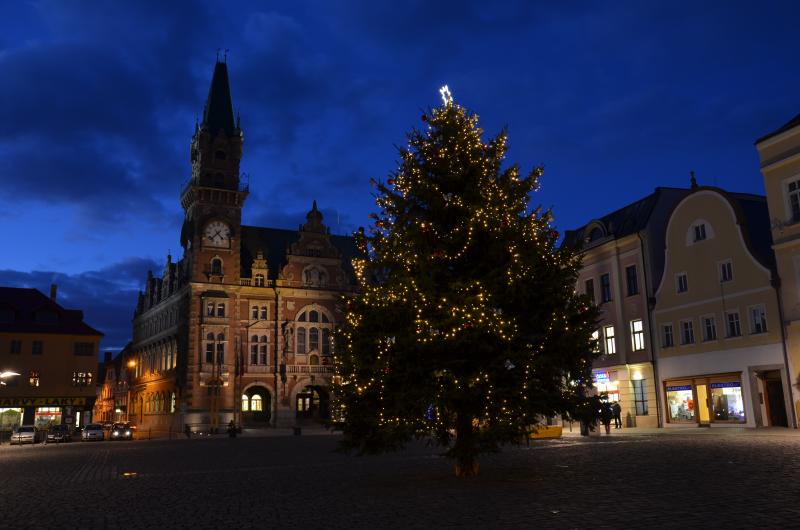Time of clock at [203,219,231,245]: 4:37
